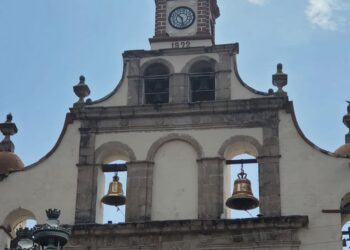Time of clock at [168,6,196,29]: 10:28
